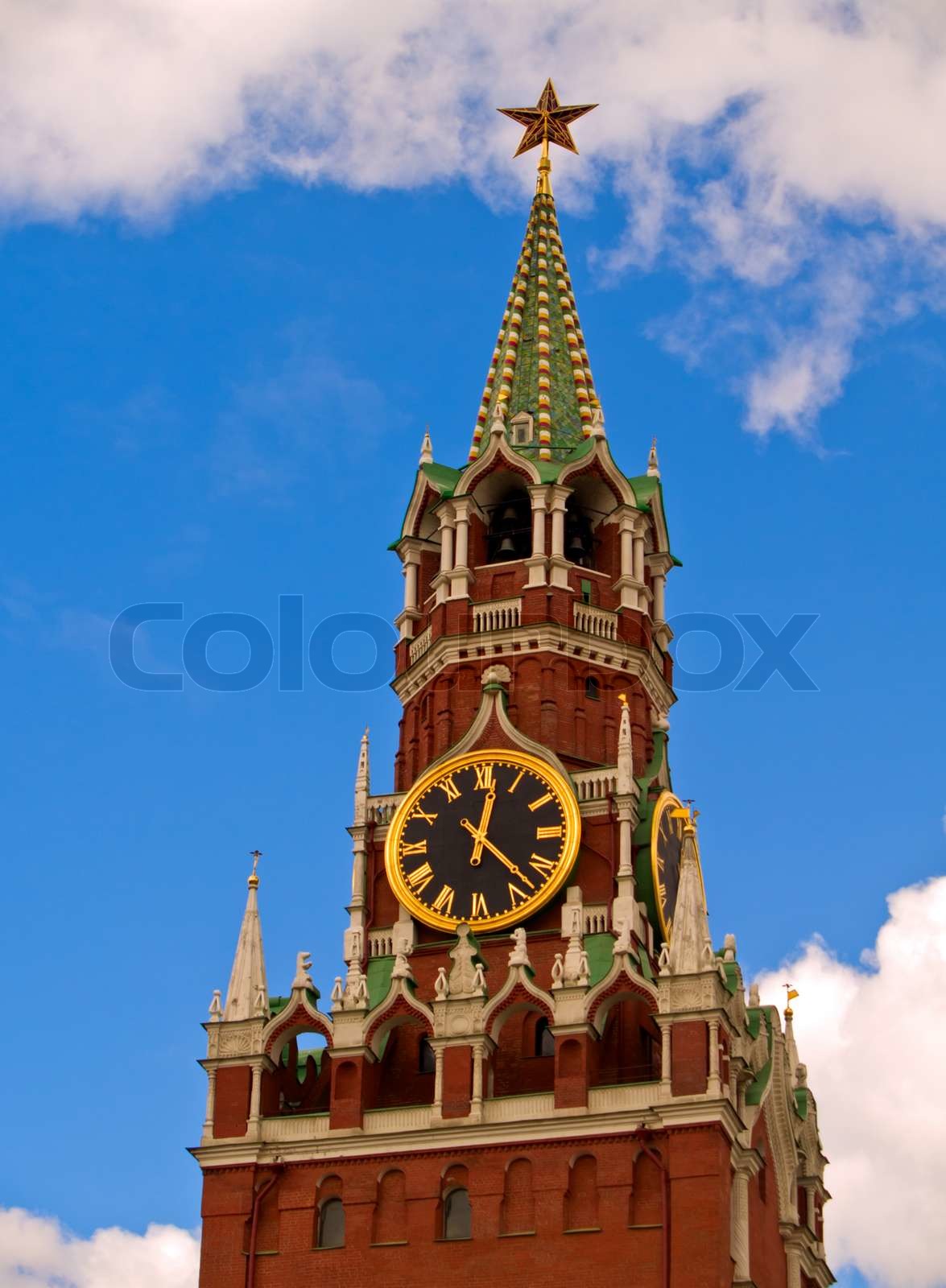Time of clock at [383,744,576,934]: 12:22
